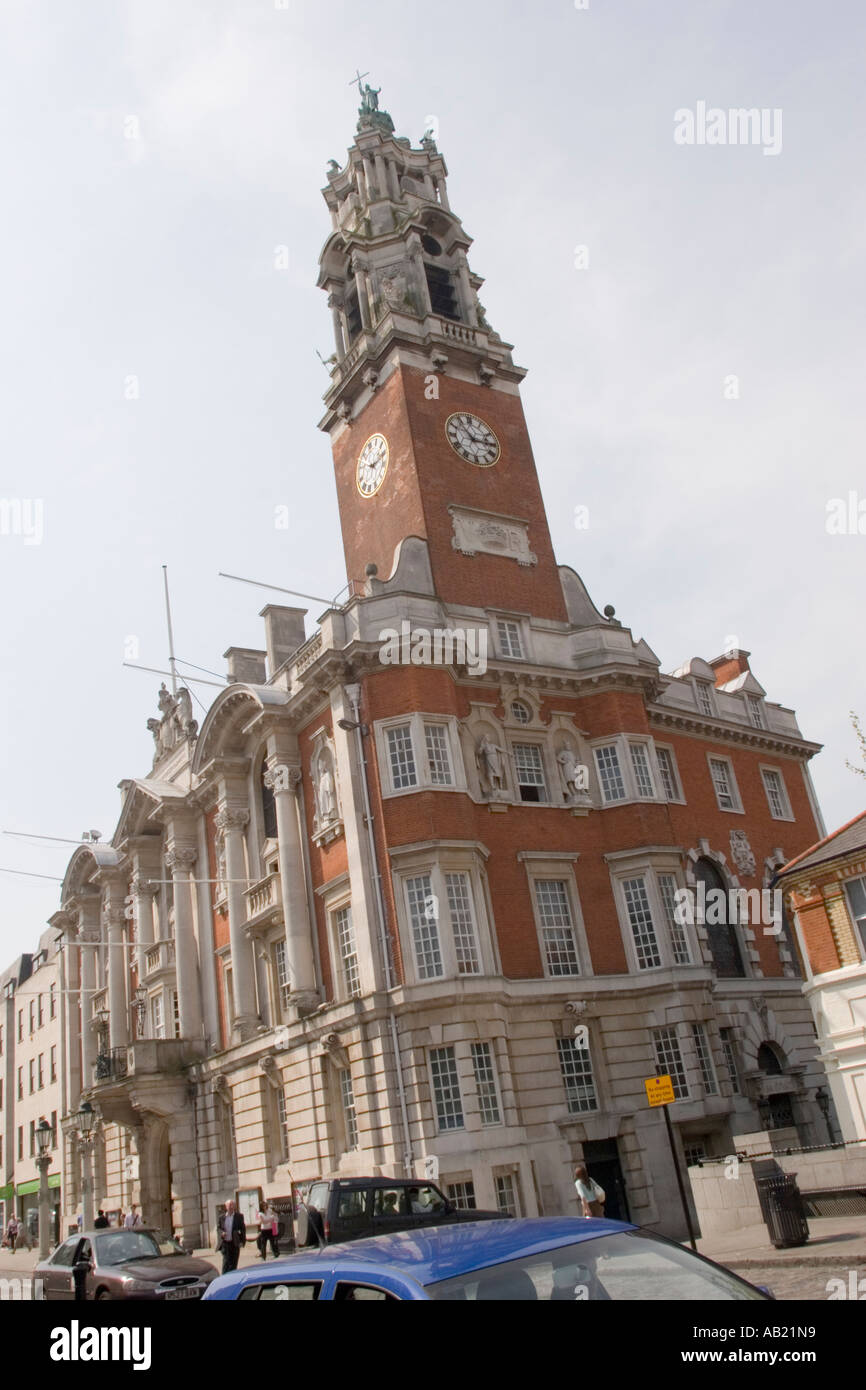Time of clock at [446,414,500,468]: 2:53
